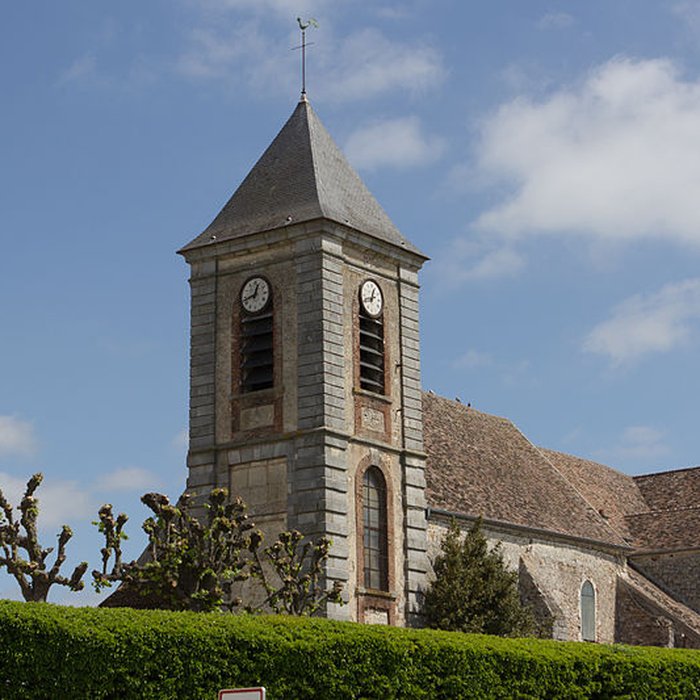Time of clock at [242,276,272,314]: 12:42
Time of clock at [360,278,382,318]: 12:41
